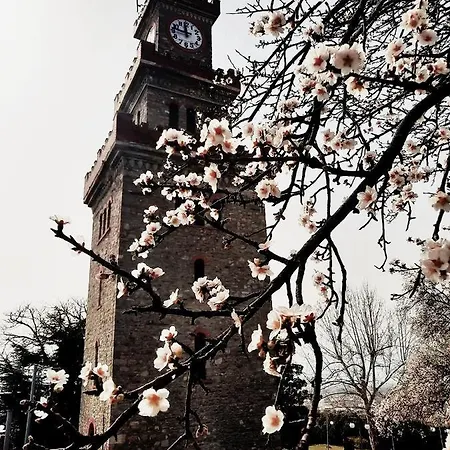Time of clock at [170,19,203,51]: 11:46
